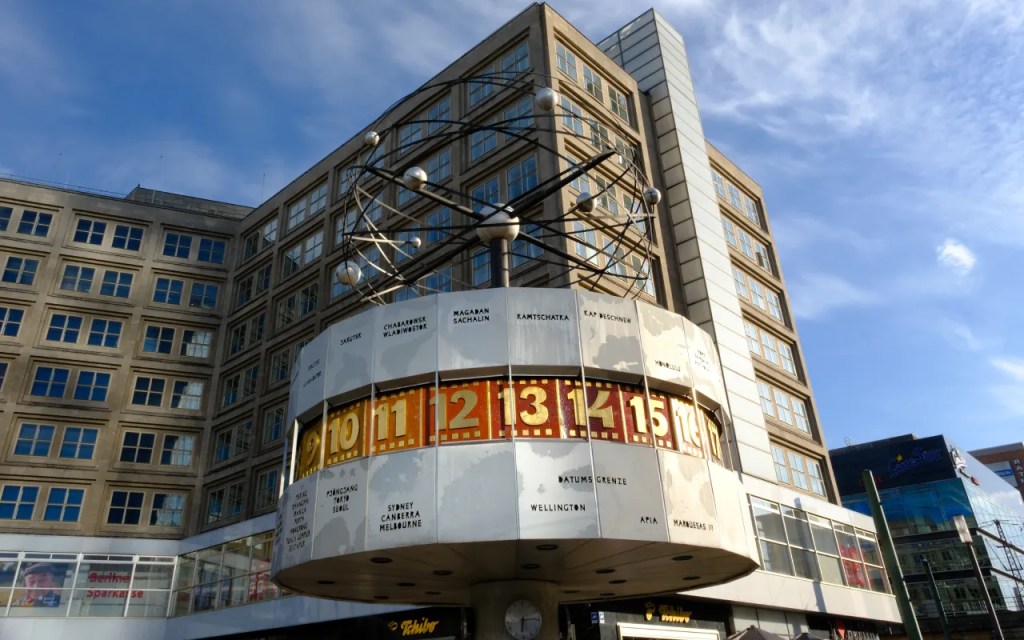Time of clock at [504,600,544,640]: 6:14
